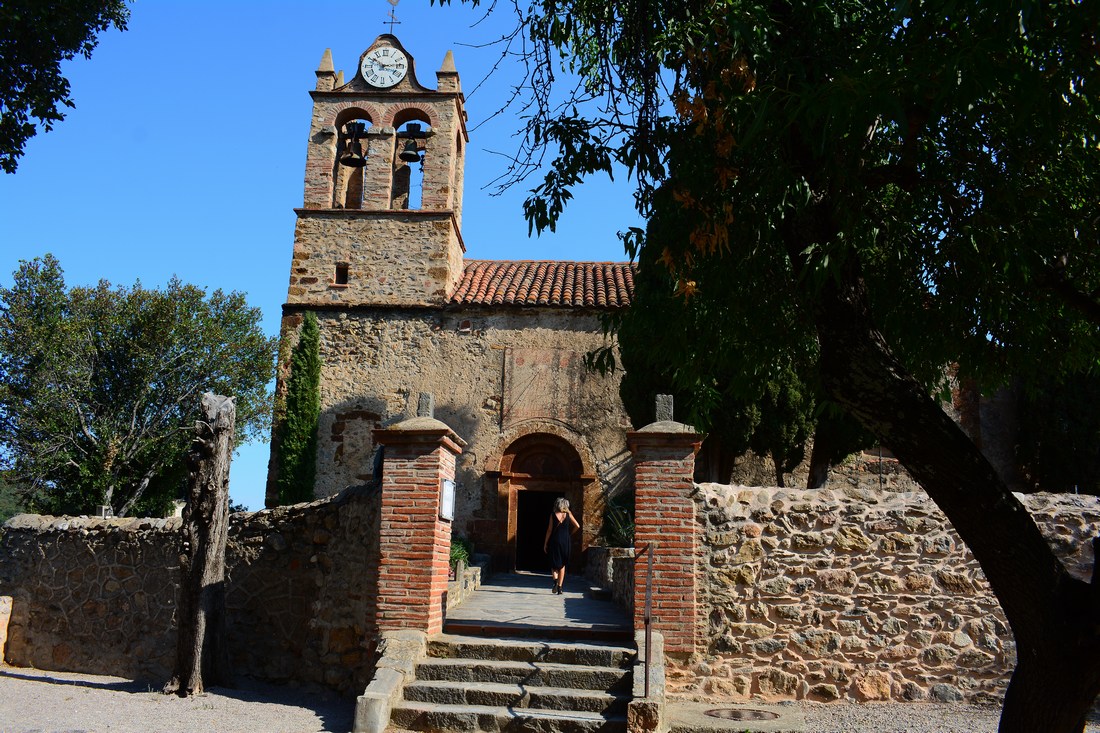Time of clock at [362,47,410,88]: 10:13
